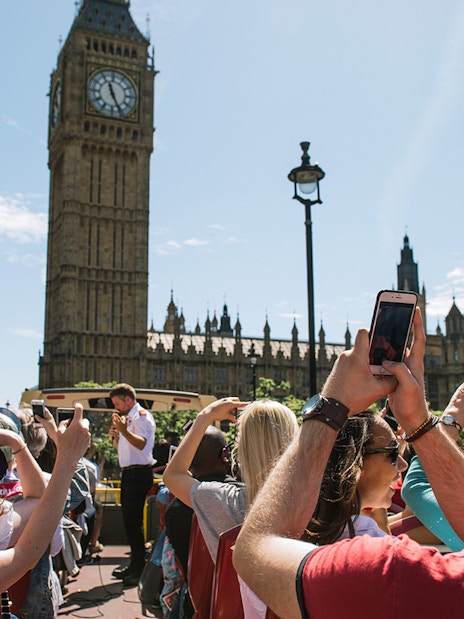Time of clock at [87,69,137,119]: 11:25
